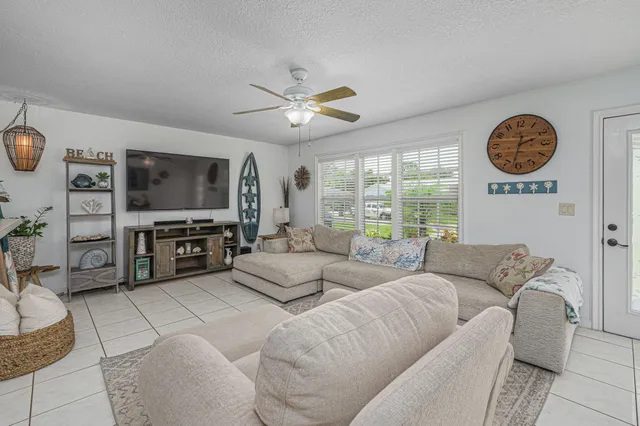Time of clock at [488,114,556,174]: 2:32
